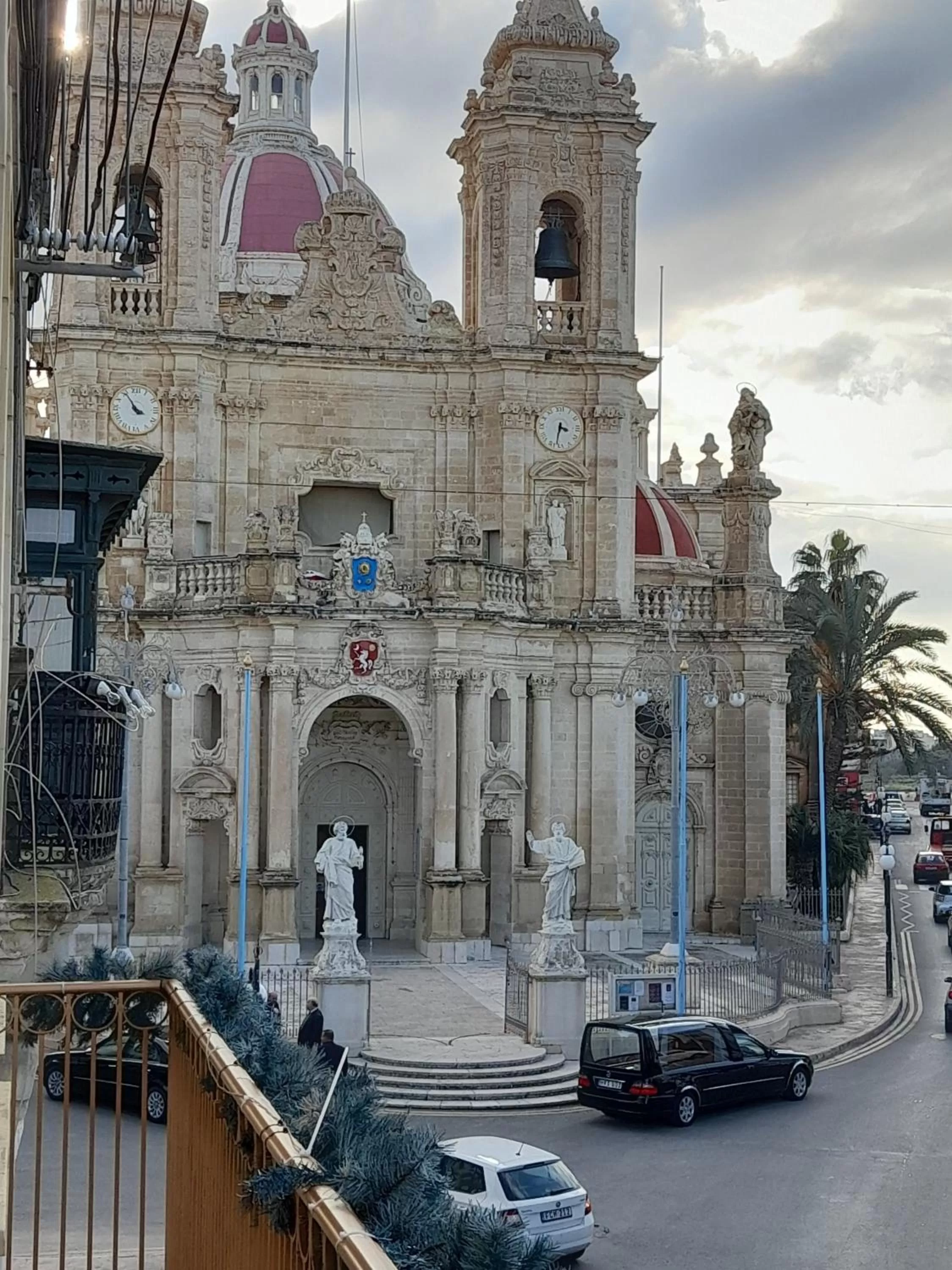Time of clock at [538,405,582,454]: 3:32
